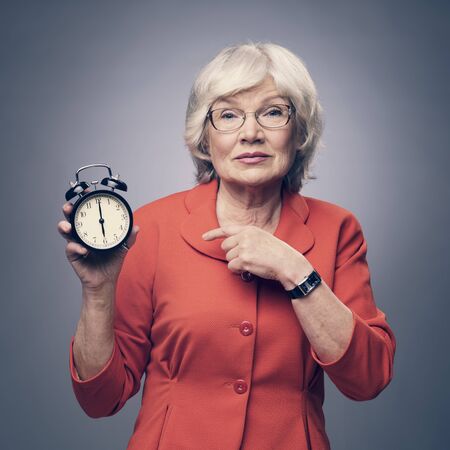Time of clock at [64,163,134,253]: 6:00
